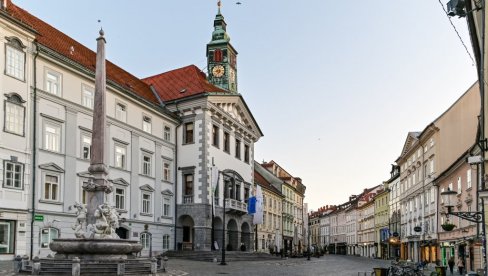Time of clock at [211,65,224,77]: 8:36
